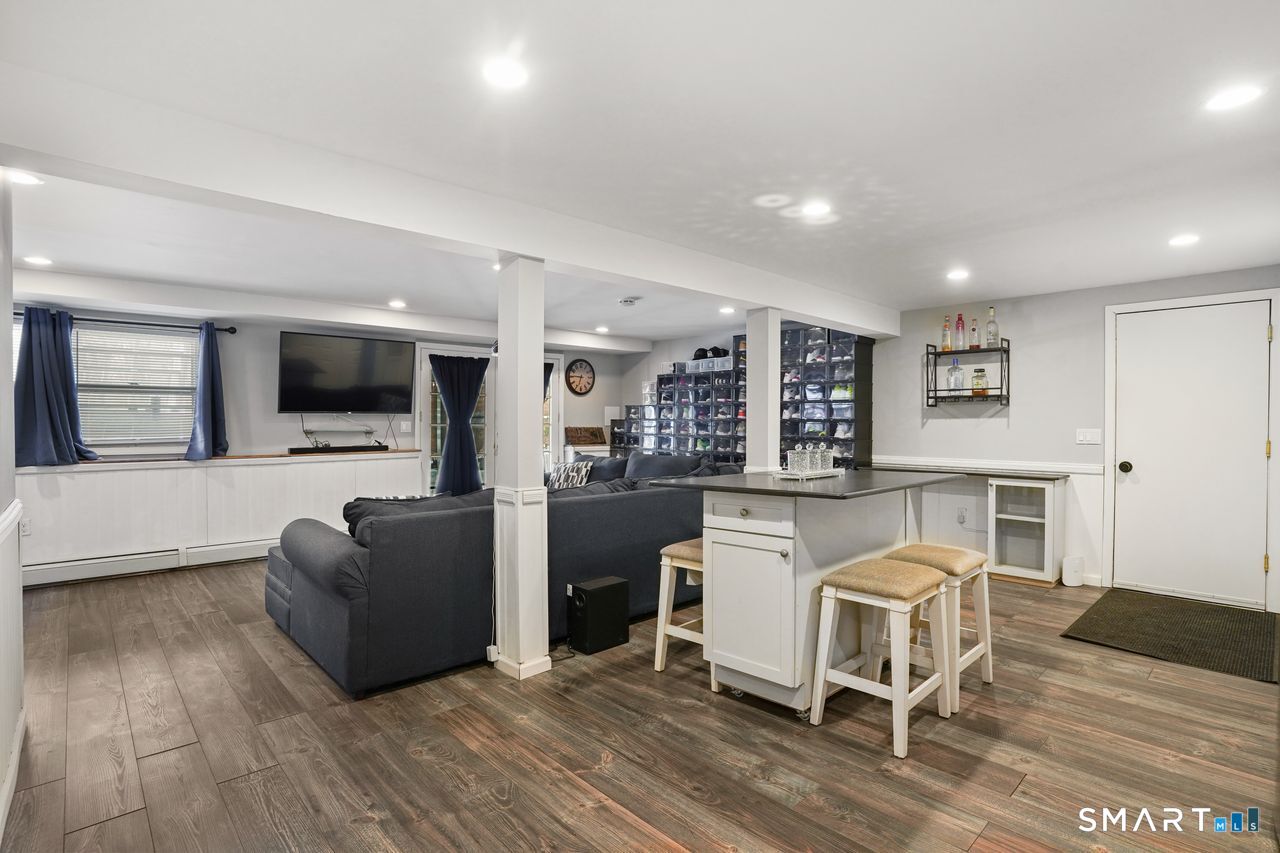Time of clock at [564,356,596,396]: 6:45
